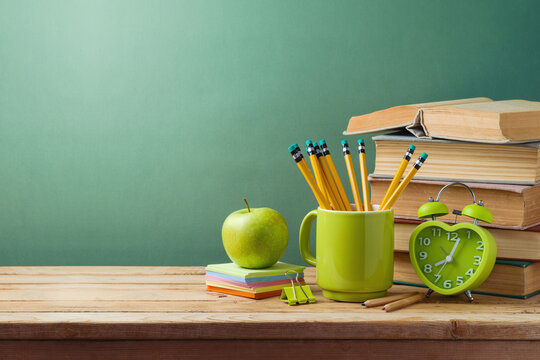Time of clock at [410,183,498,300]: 8:03
